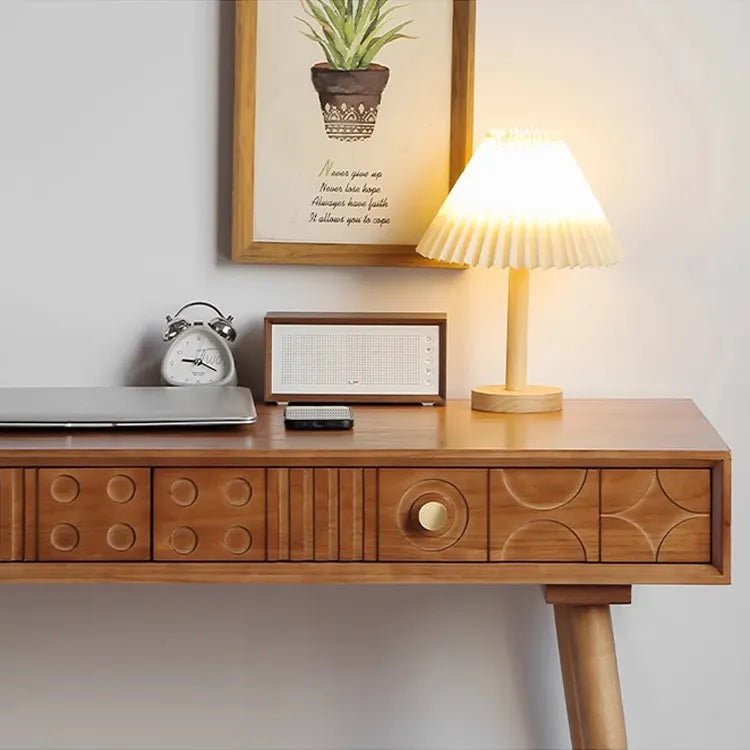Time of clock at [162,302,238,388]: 9:20
